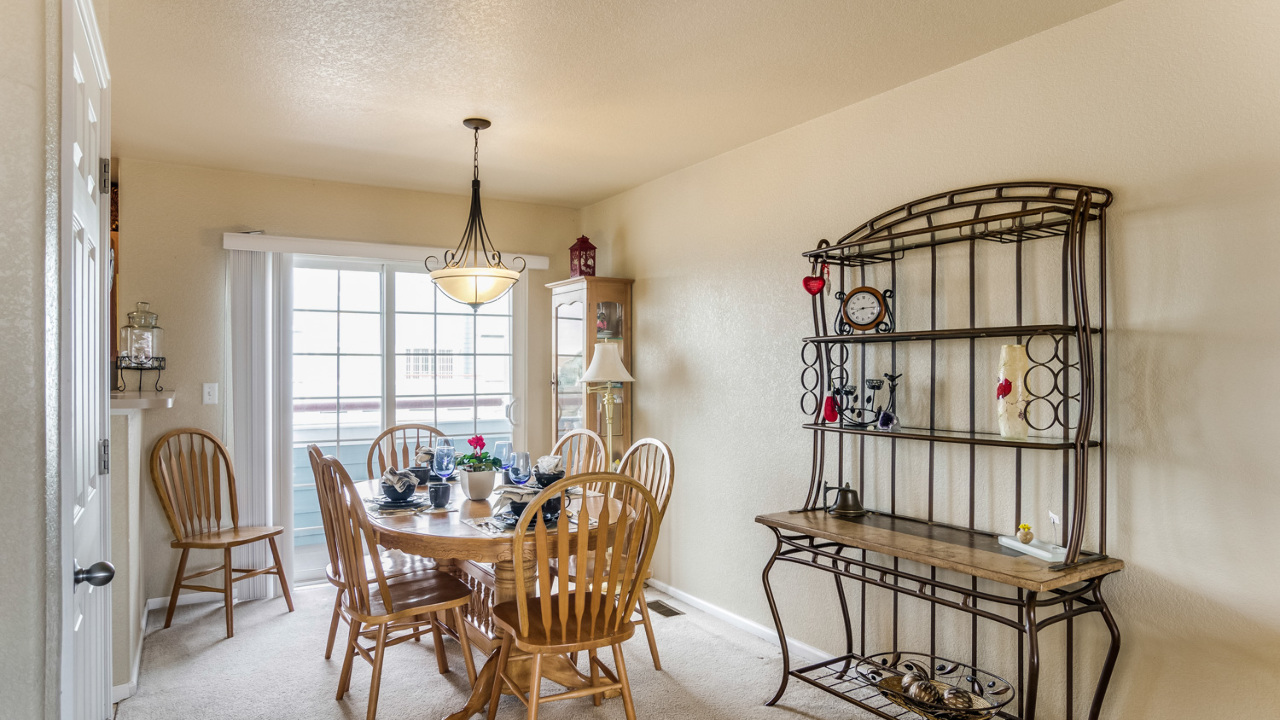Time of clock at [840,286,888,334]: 8:14
